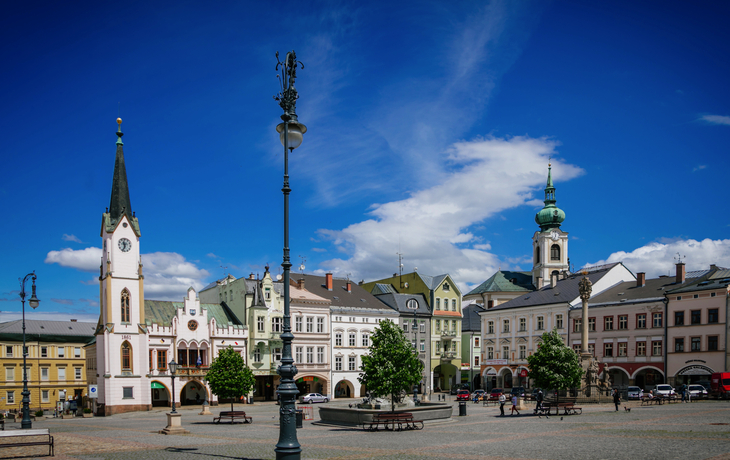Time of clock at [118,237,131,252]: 11:33
